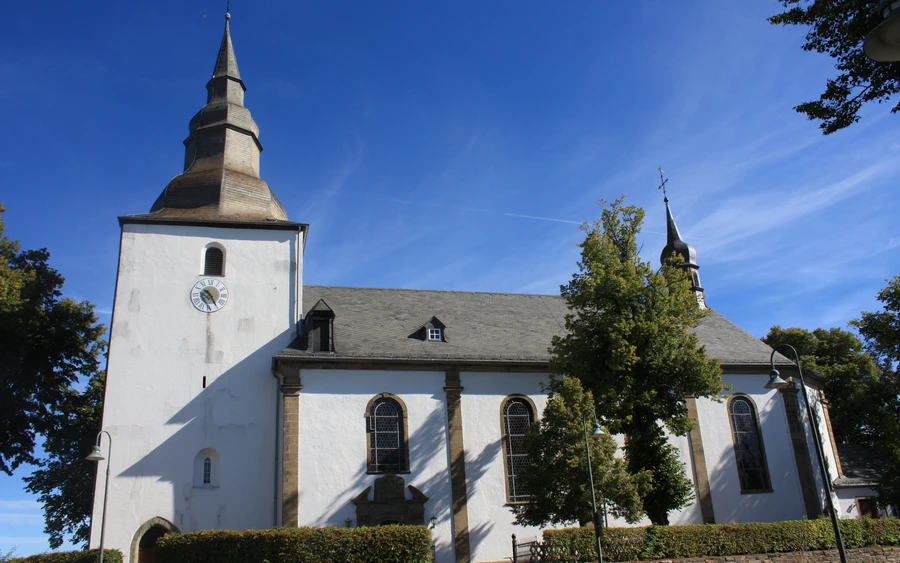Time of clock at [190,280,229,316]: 10:24
